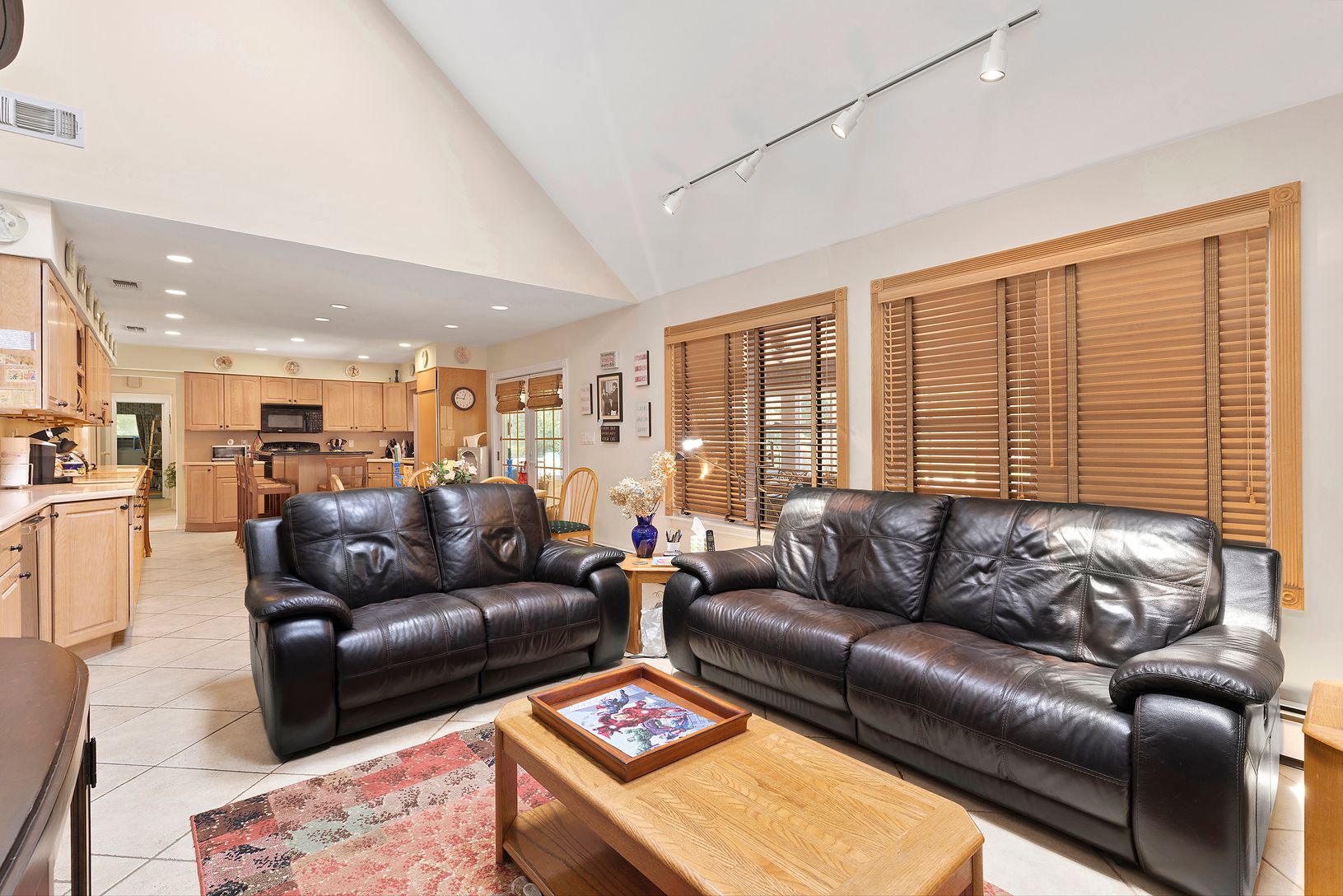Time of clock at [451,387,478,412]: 12:46
